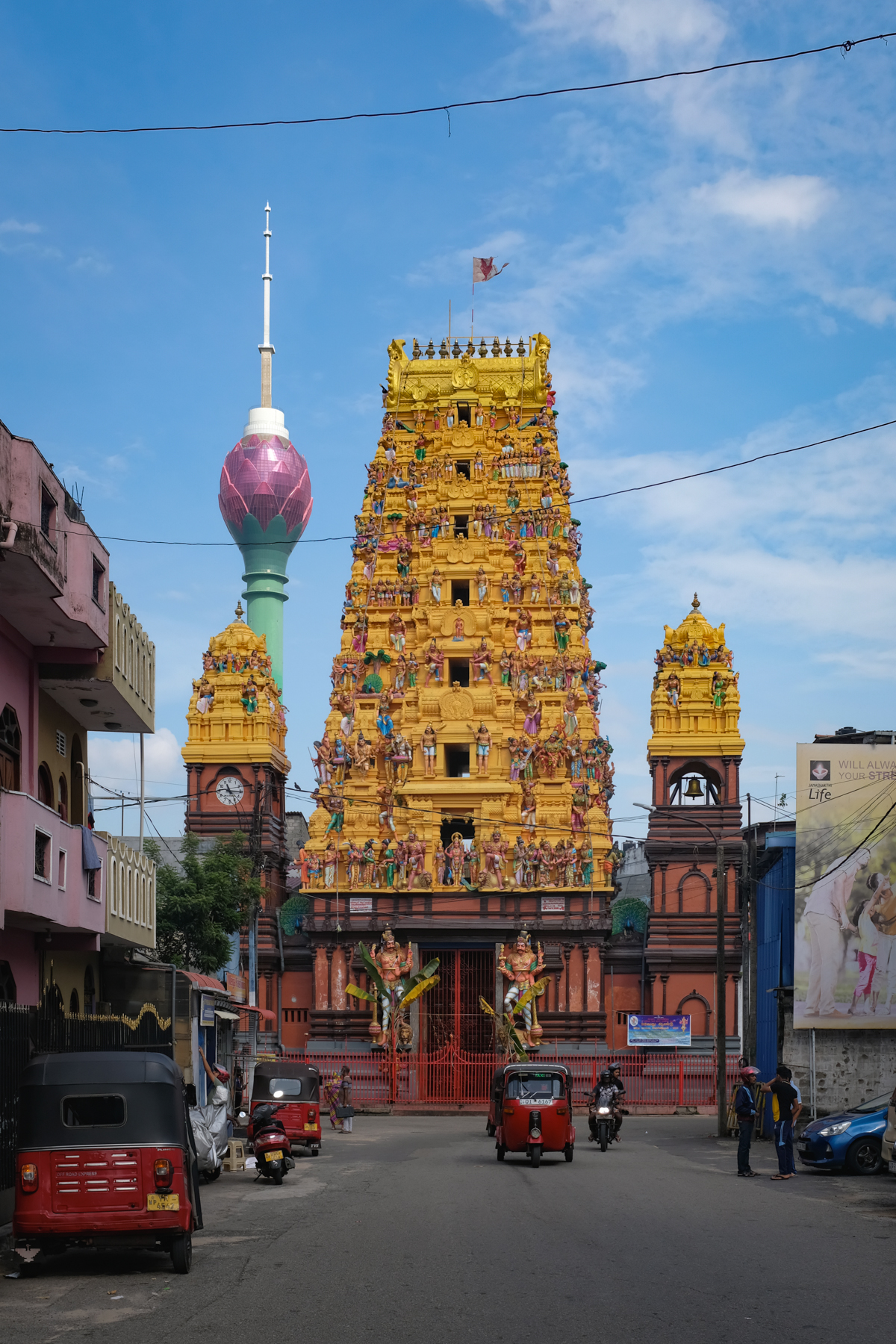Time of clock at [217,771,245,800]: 11:15
